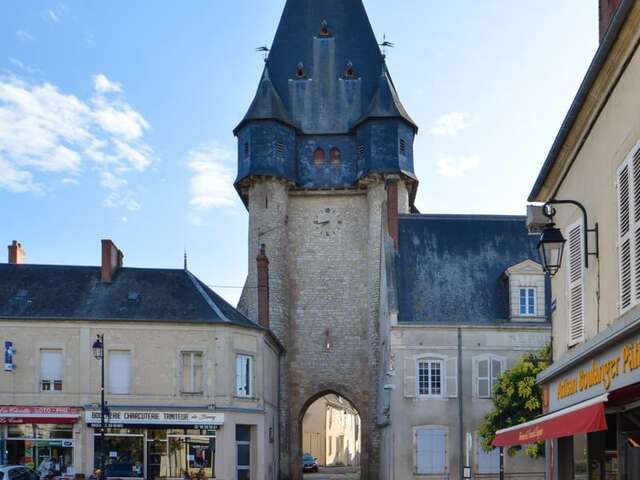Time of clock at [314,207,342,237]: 7:43
